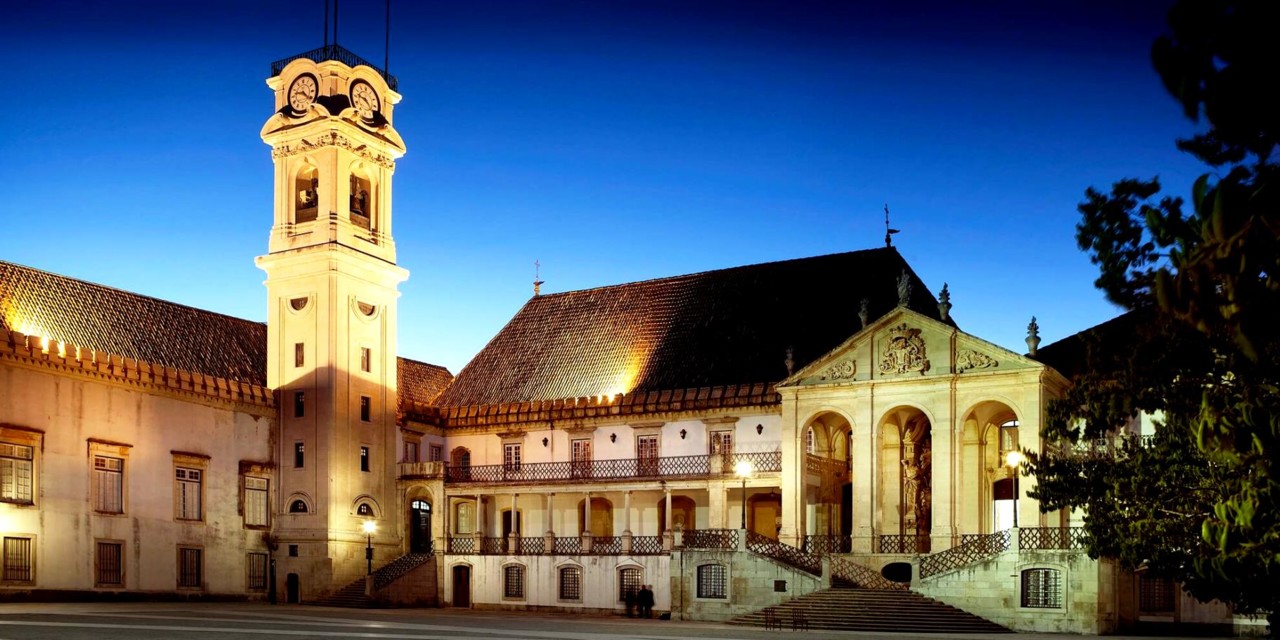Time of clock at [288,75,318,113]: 9:21
